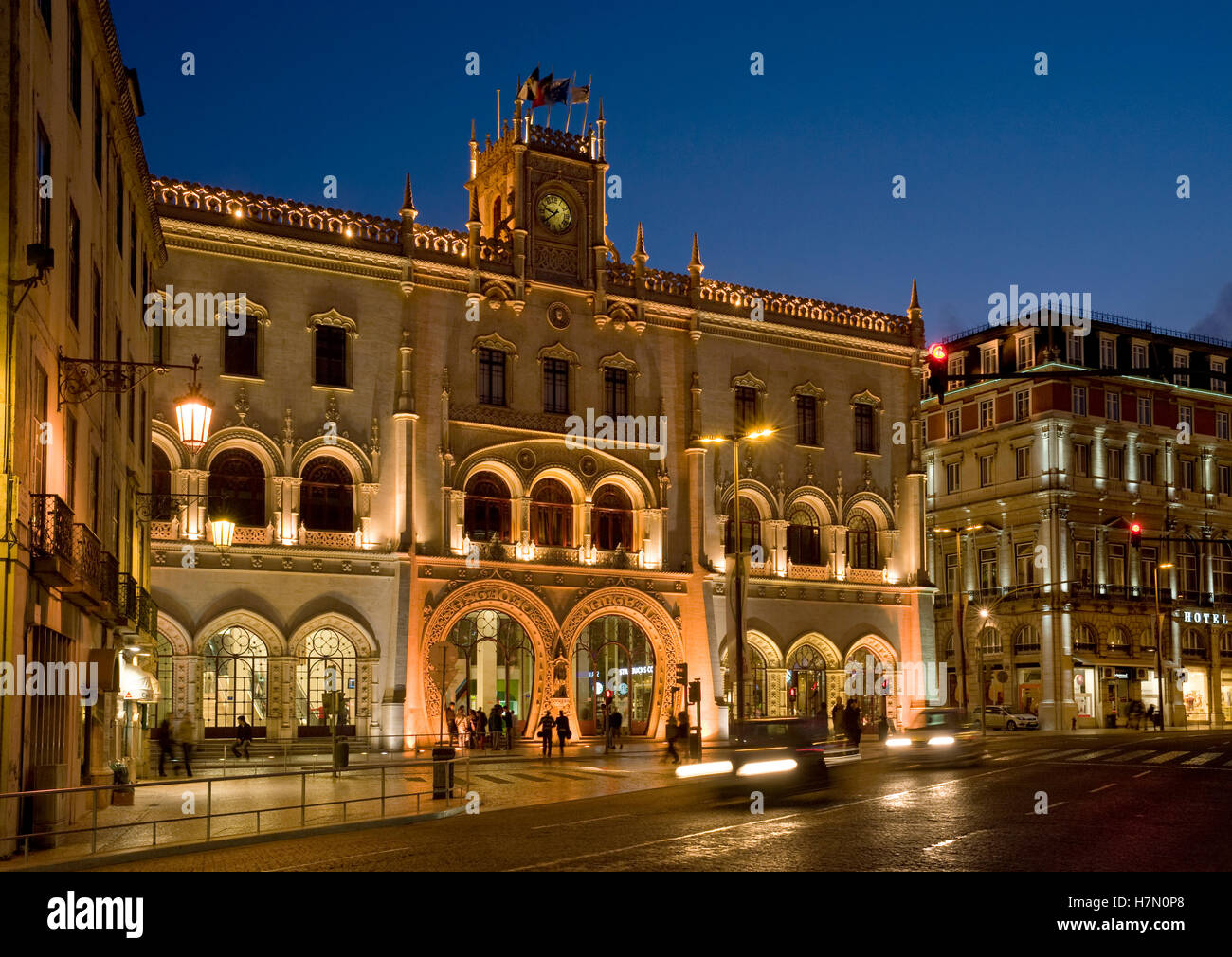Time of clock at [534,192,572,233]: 9:38
